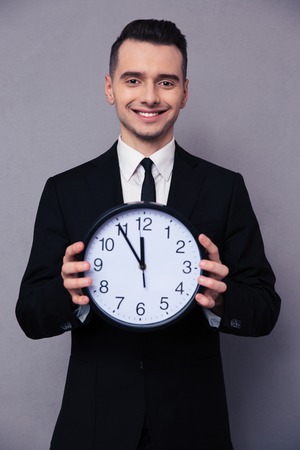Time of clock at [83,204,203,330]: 11:54
